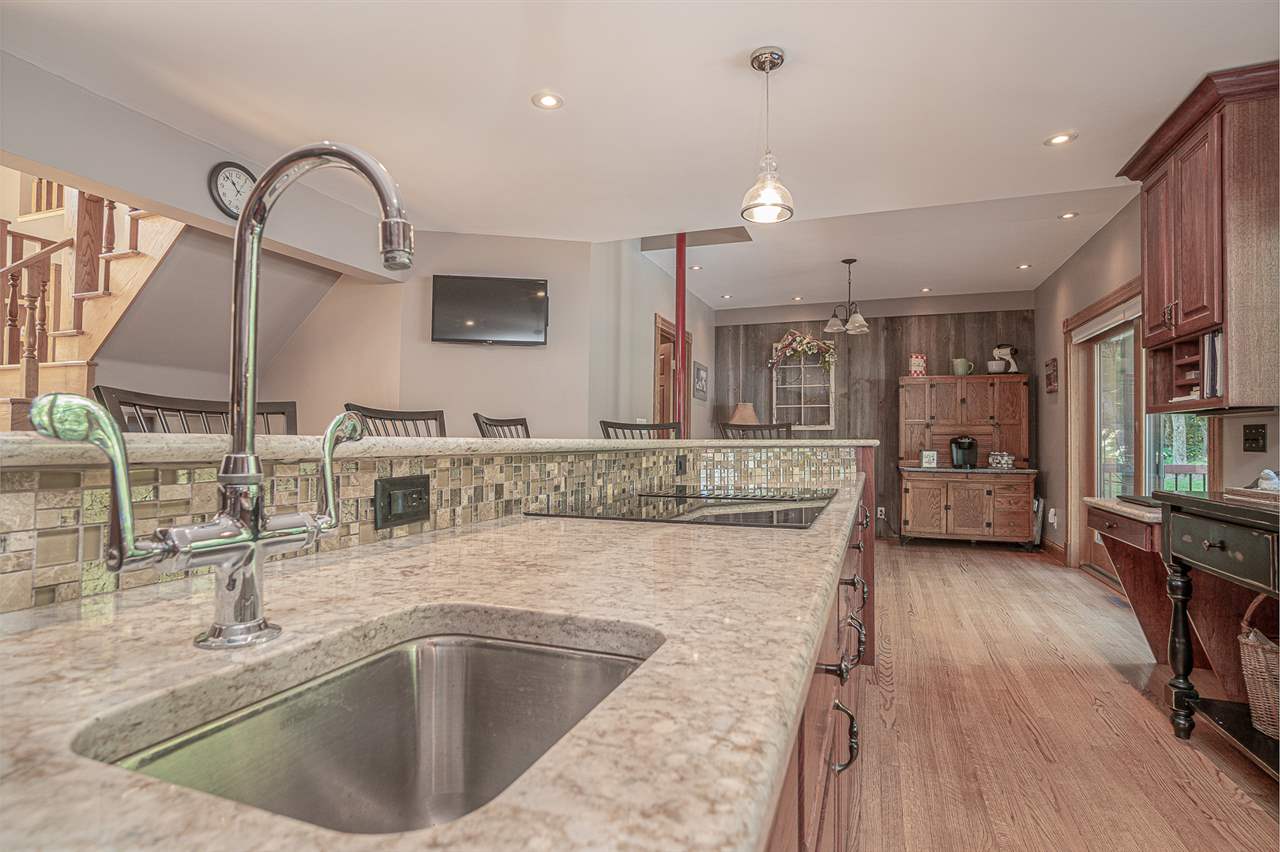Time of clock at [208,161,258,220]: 10:52
